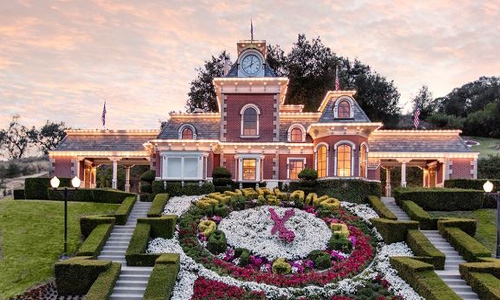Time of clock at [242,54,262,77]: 8:01
